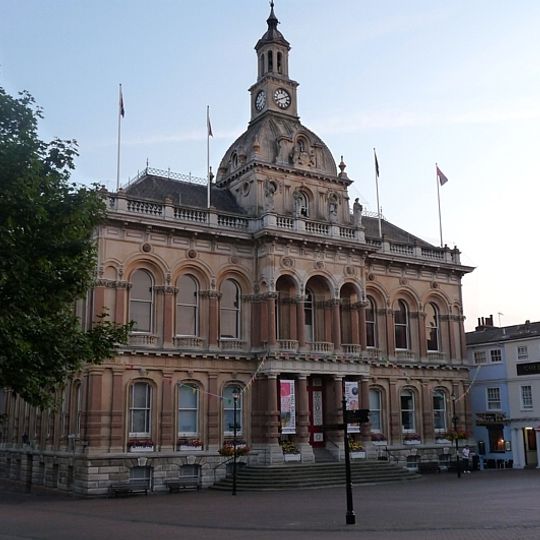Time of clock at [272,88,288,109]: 8:10
